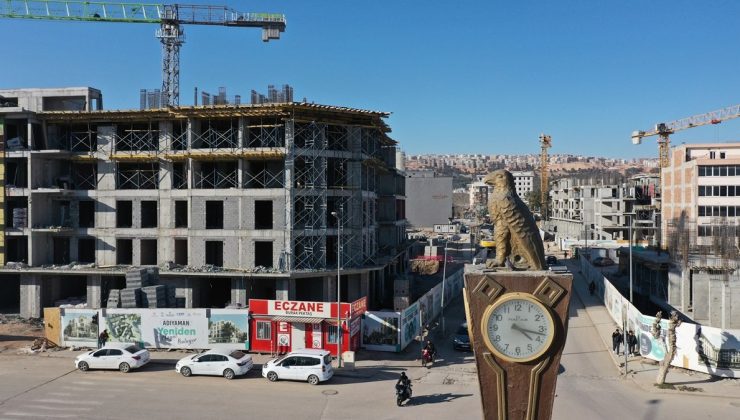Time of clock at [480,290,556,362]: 4:17
